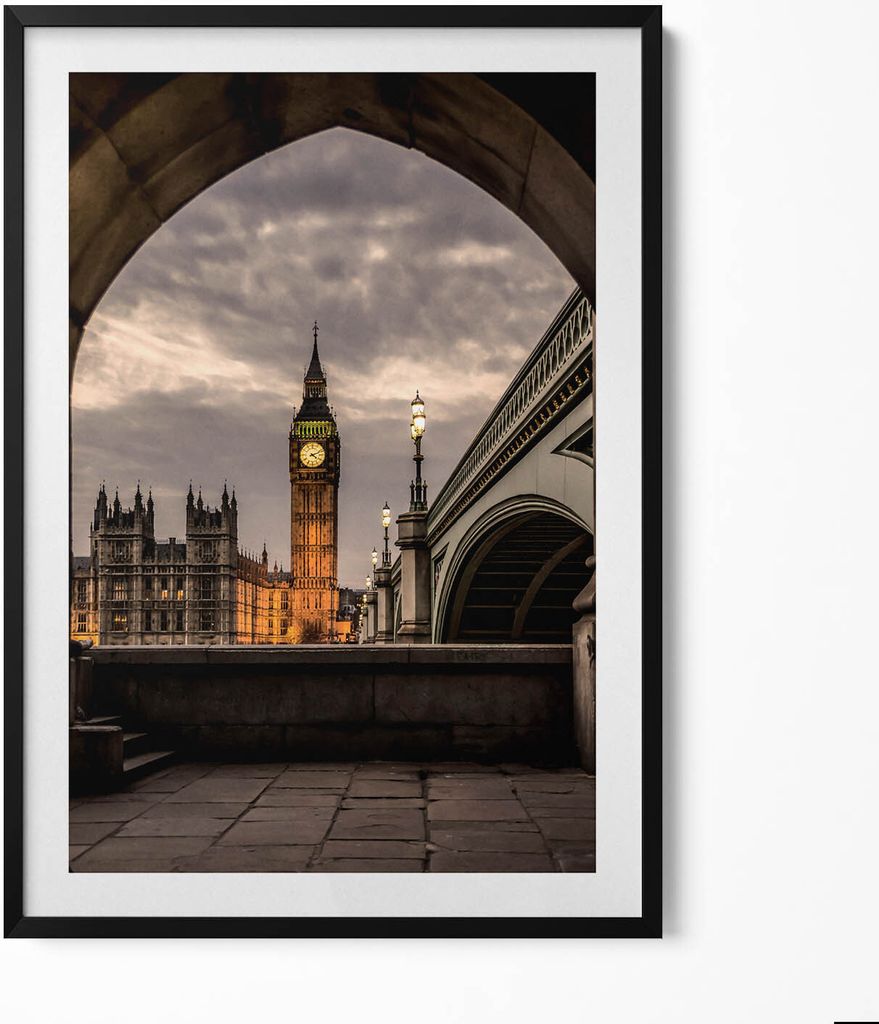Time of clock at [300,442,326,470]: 4:11
